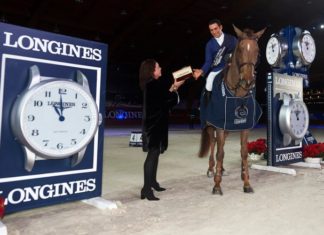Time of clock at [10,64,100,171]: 10:59
